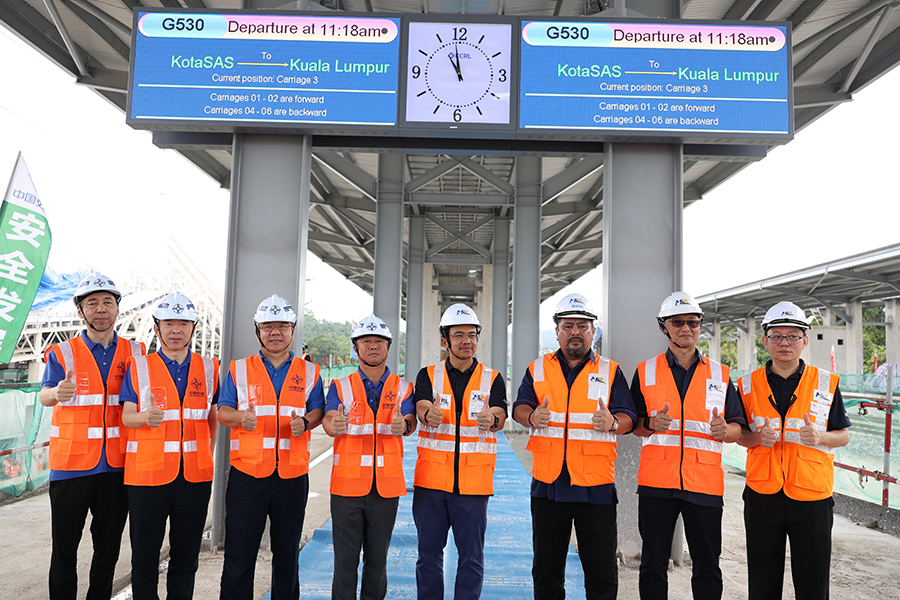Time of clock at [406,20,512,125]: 10:58
